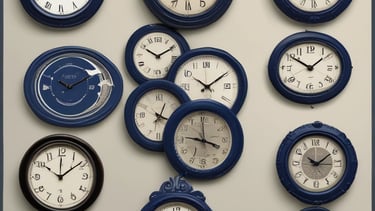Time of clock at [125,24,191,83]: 10:09
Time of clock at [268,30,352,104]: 1:50
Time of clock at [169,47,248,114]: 10:09
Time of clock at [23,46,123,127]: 10:10
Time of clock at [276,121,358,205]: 10:09
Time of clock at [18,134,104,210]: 10:08
